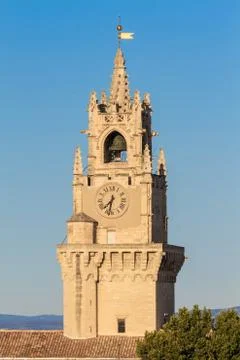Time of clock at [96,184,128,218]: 7:32
